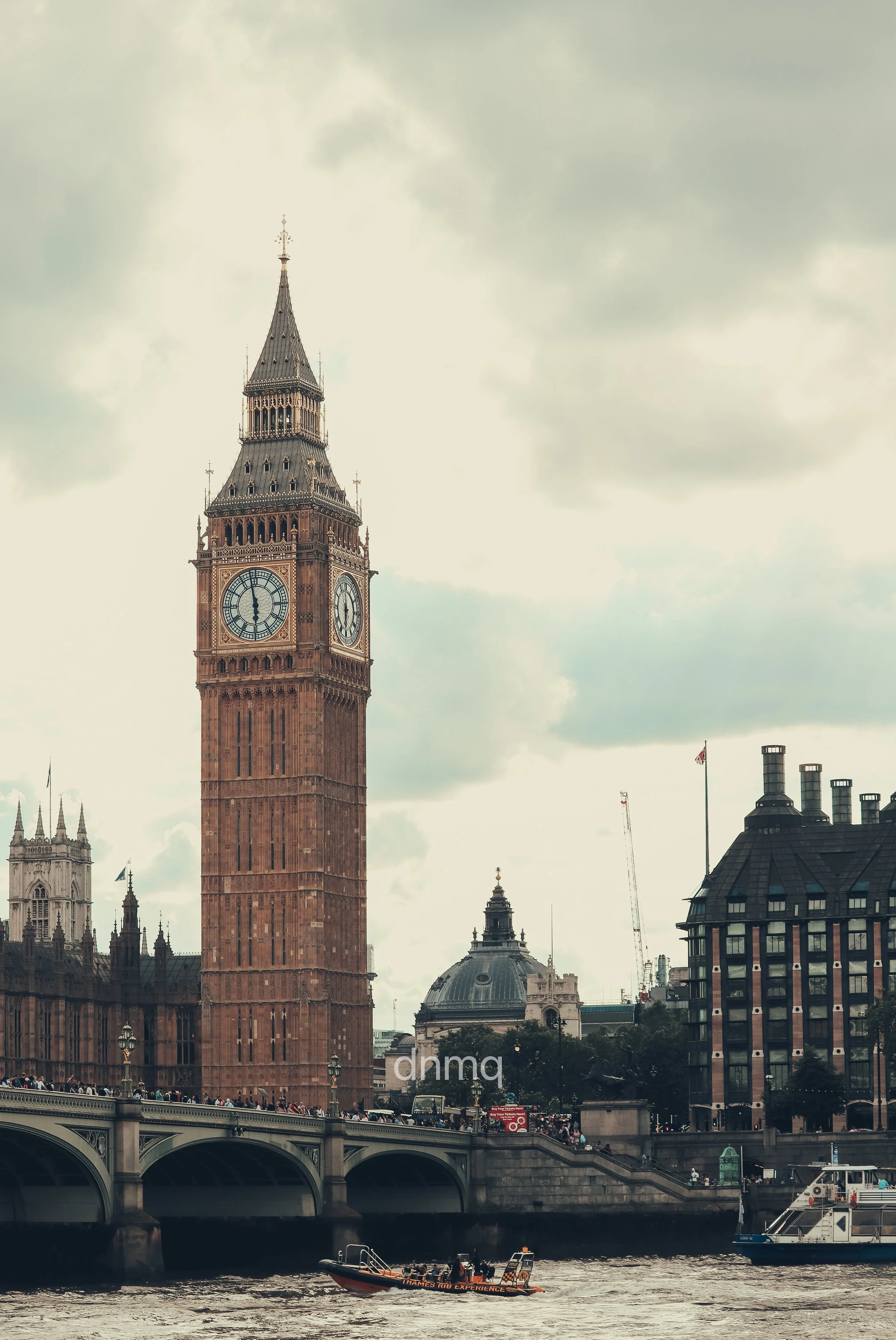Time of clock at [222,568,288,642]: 5:57
